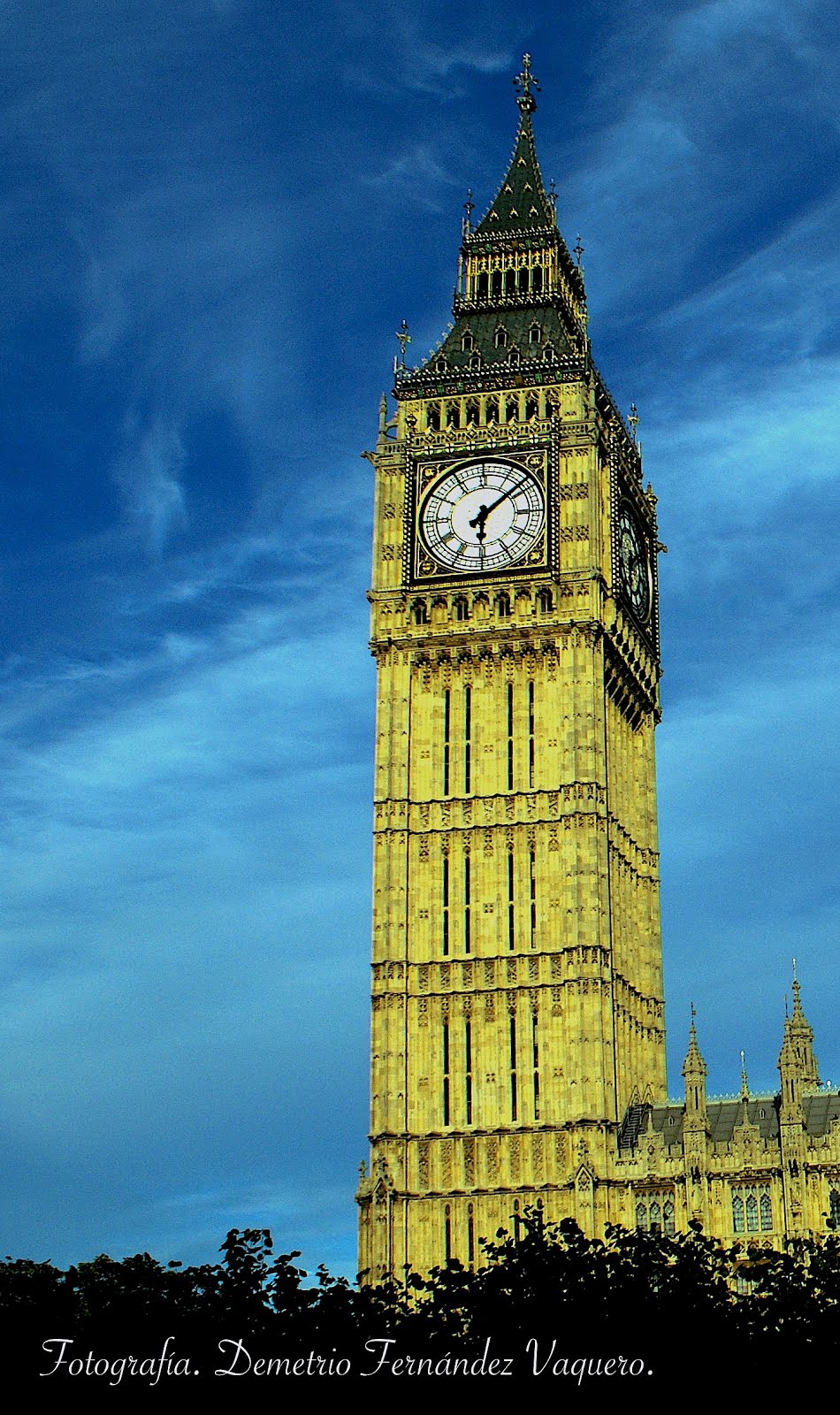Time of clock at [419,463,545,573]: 6:08
